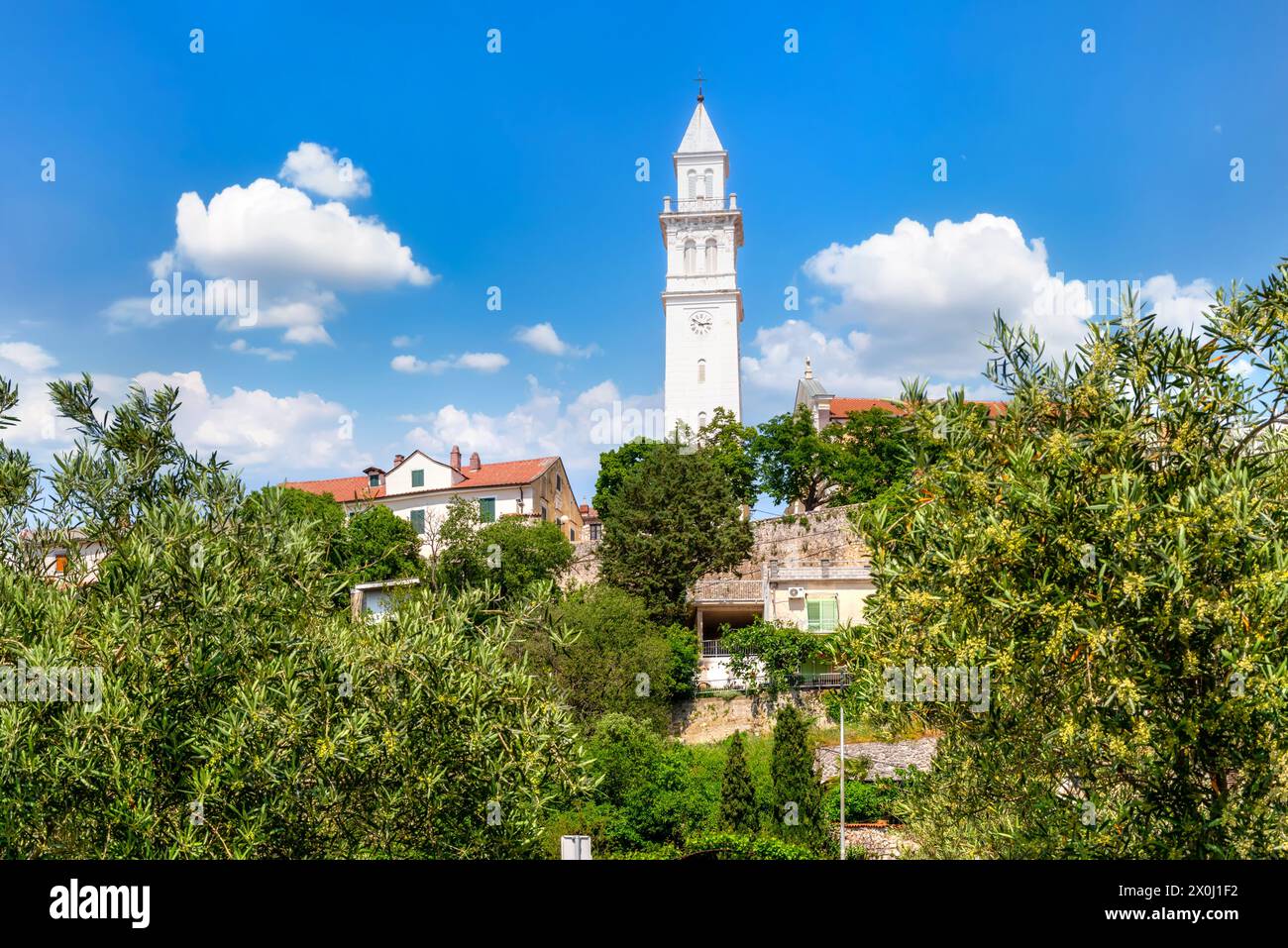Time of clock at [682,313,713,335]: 2:50
